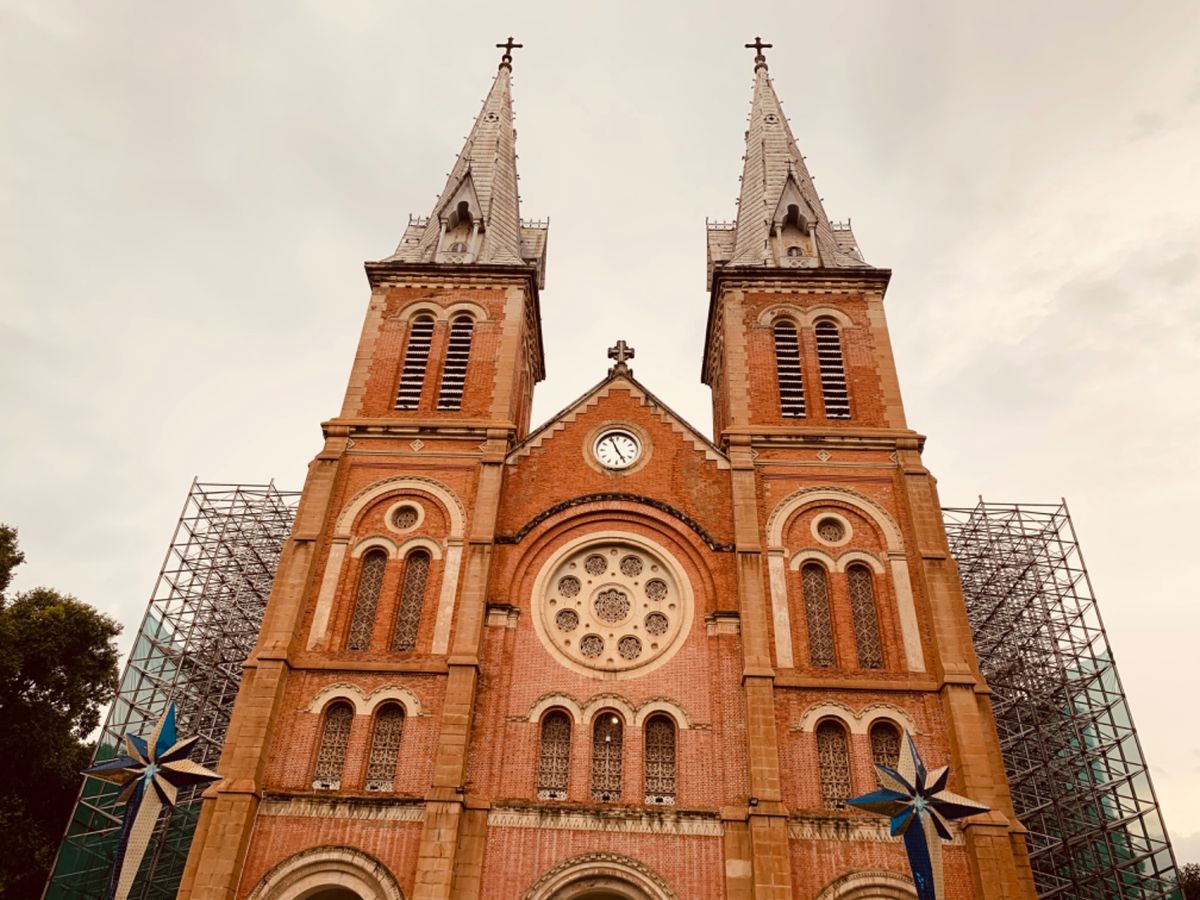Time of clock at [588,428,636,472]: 4:56
